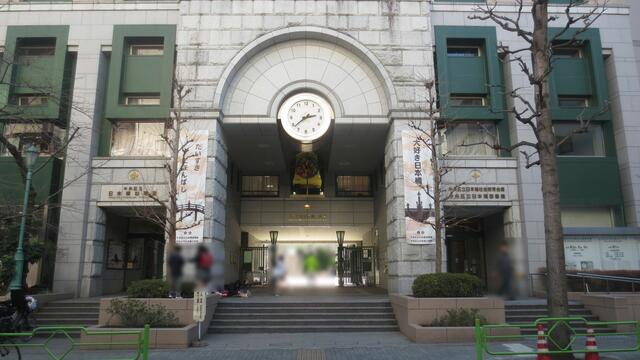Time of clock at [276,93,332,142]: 2:38
